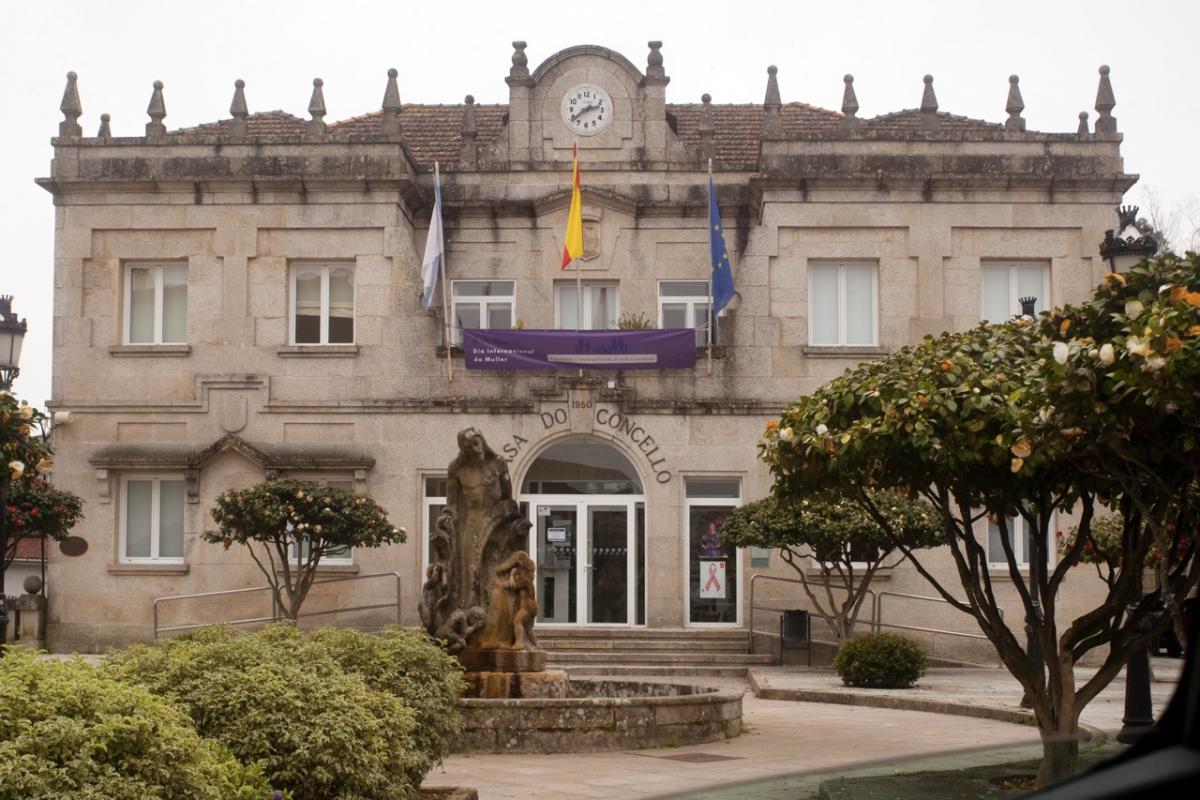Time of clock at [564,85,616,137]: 2:38
